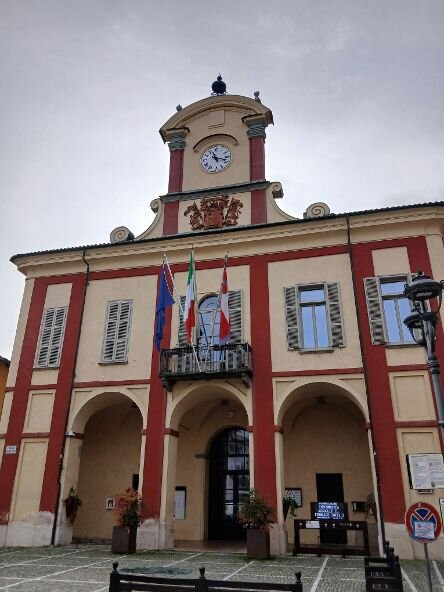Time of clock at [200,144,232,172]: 11:17
